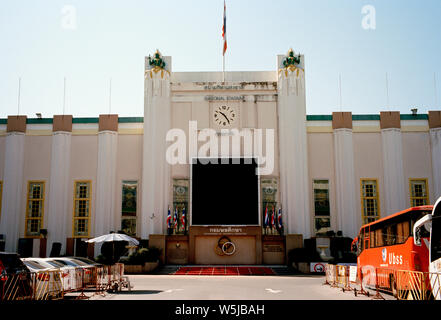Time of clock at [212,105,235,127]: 10:24
